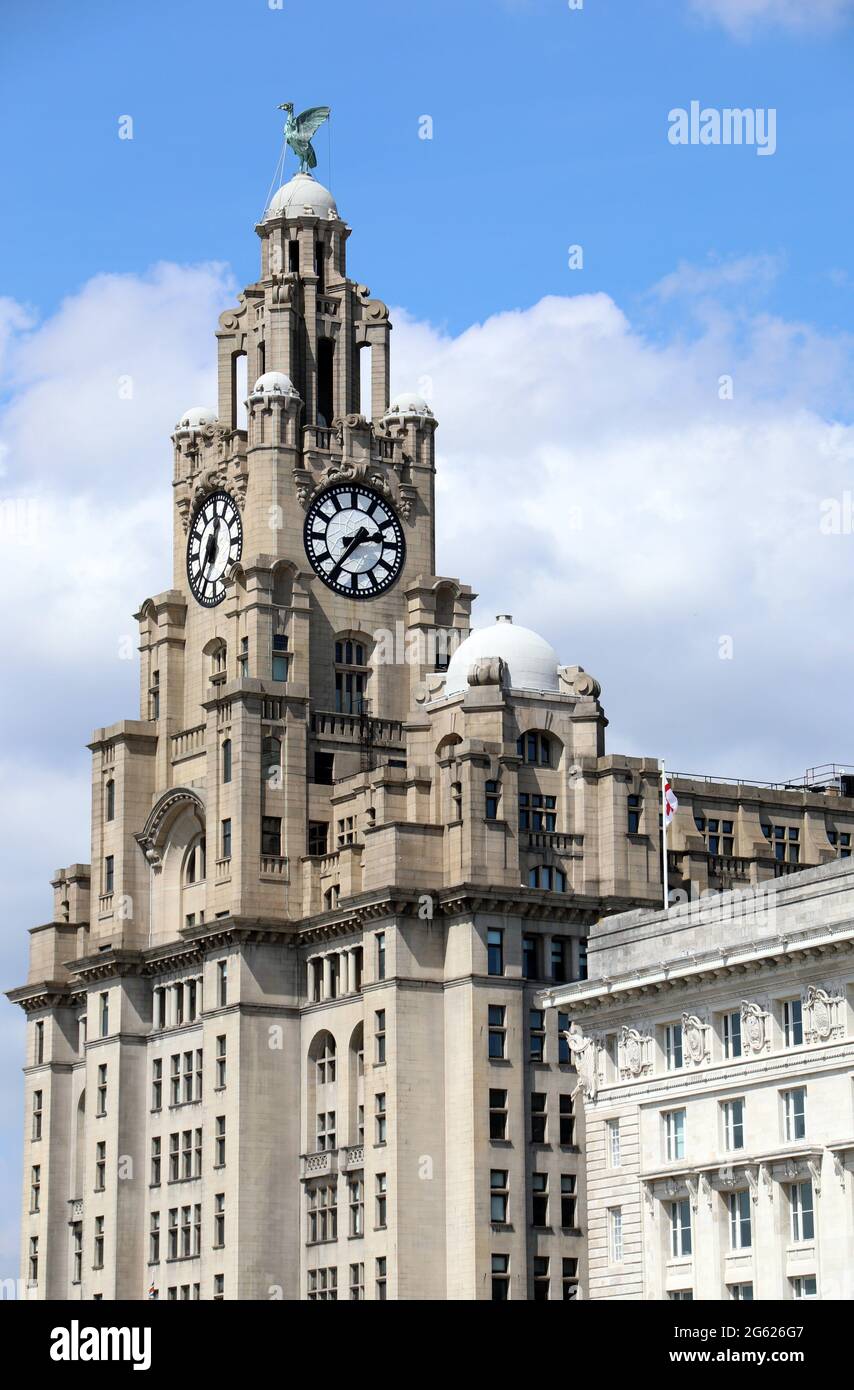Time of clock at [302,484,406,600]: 2:36
